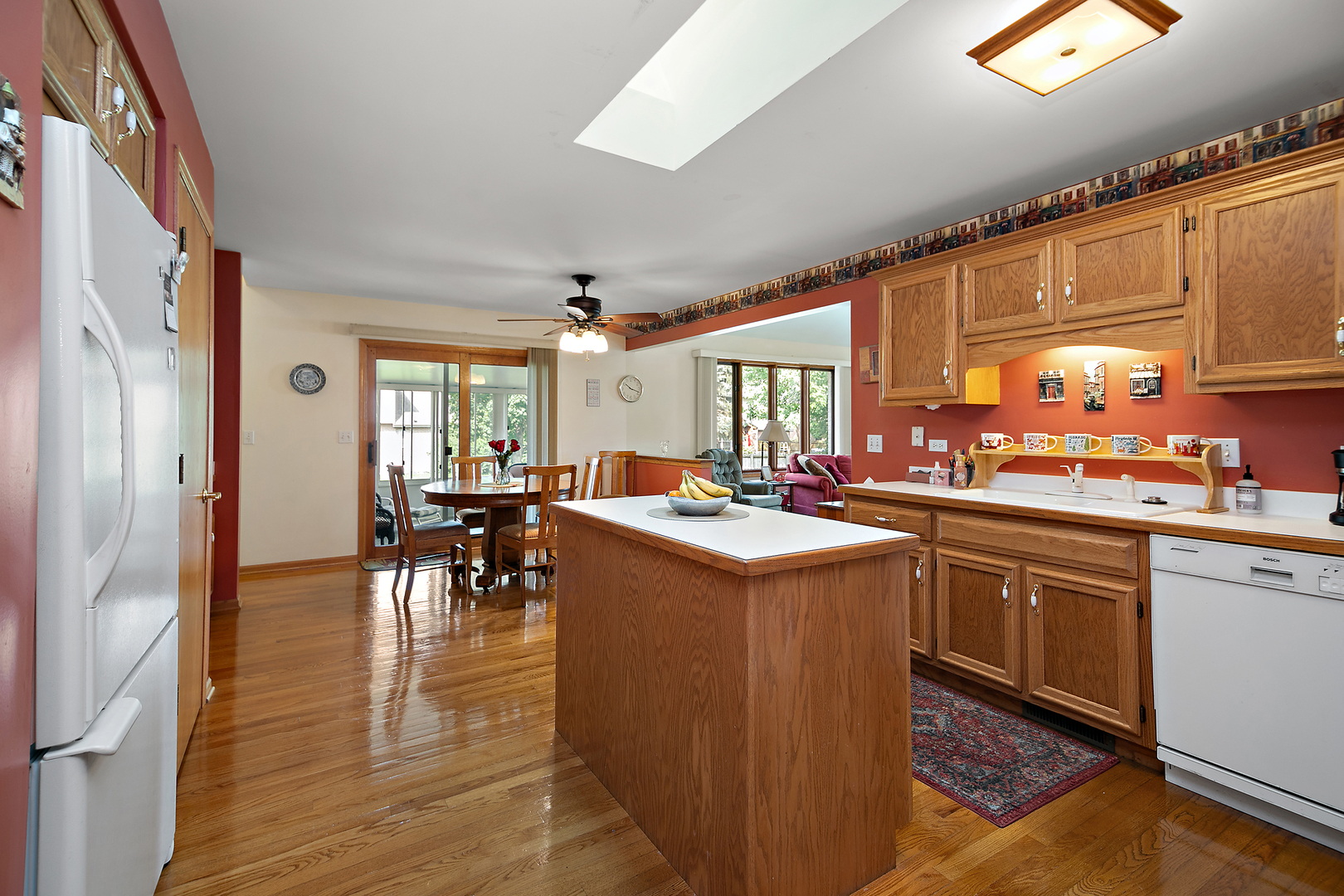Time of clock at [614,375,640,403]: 10:17
